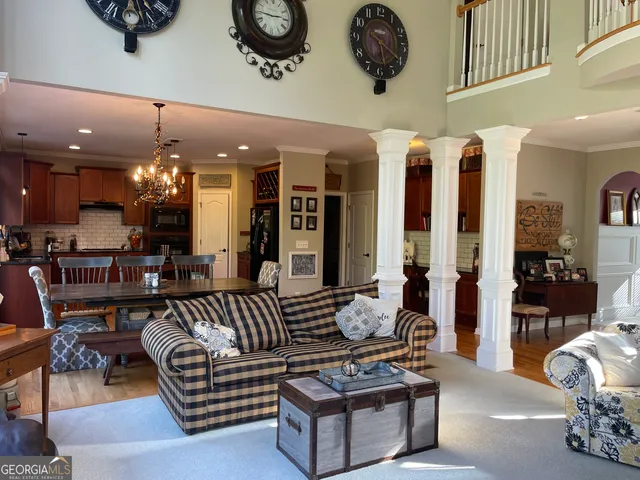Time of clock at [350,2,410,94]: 5:19
